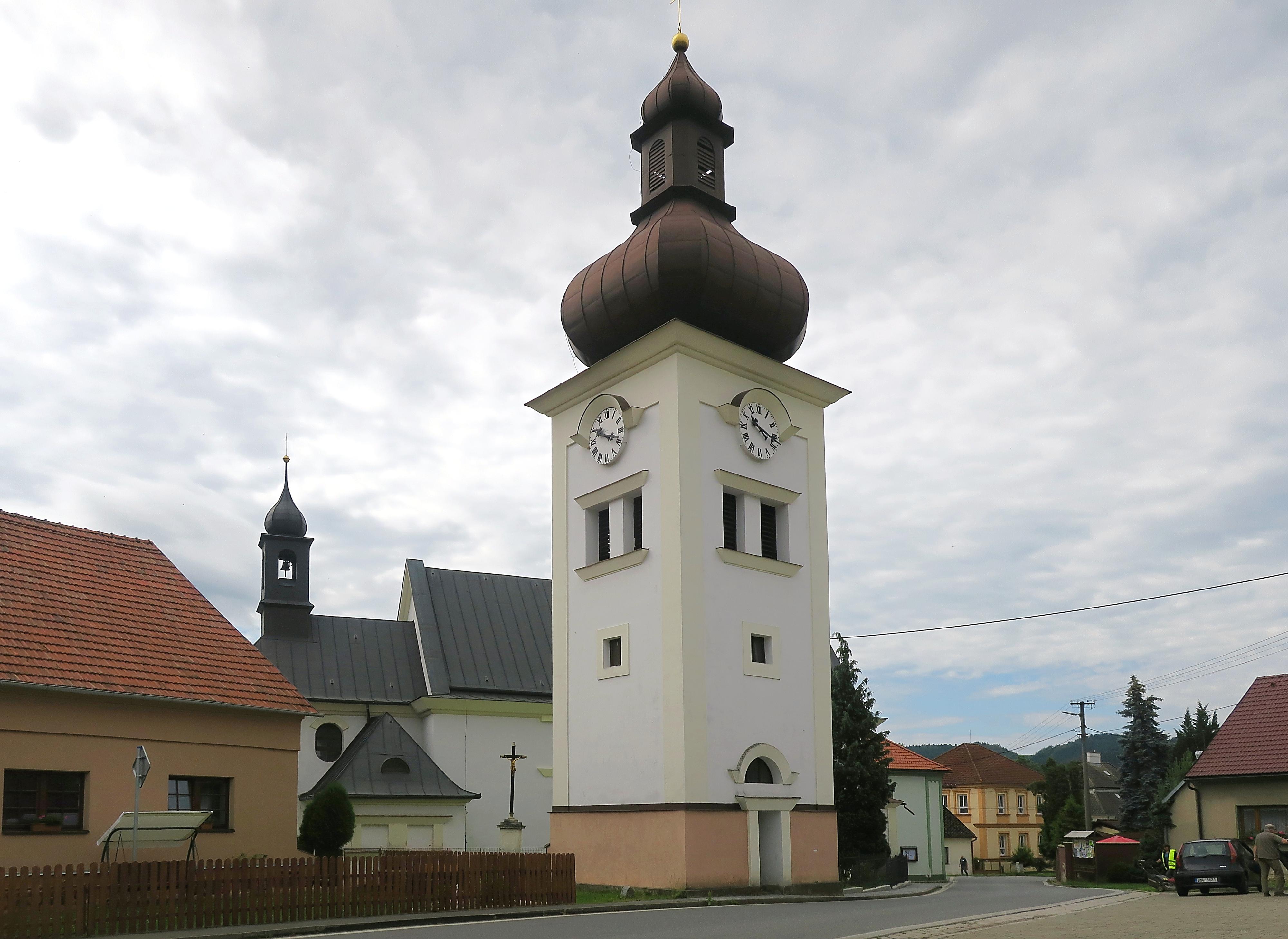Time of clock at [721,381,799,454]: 10:17
